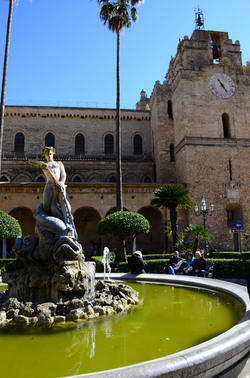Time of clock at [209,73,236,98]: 4:54
